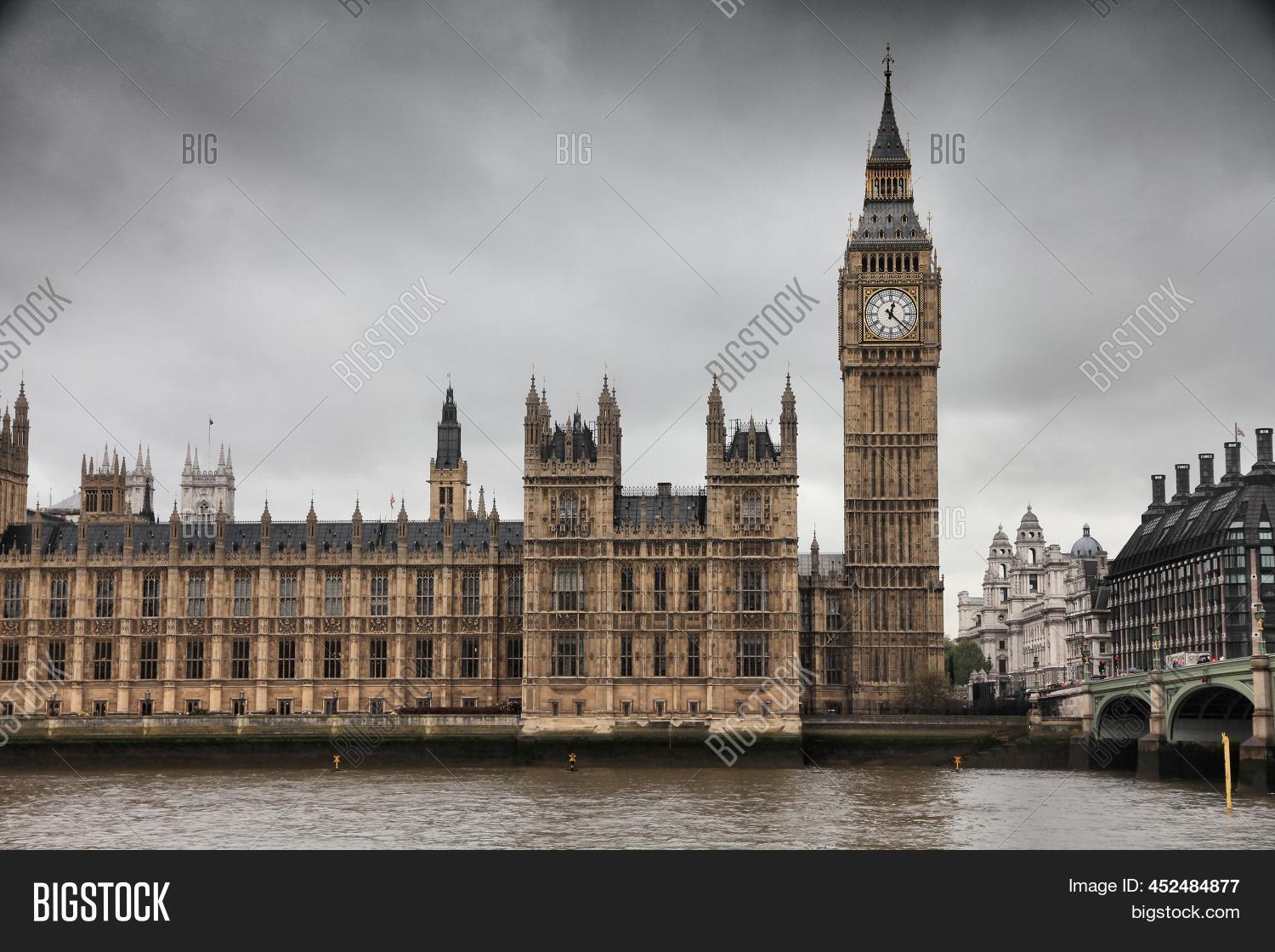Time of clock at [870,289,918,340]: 12:22
